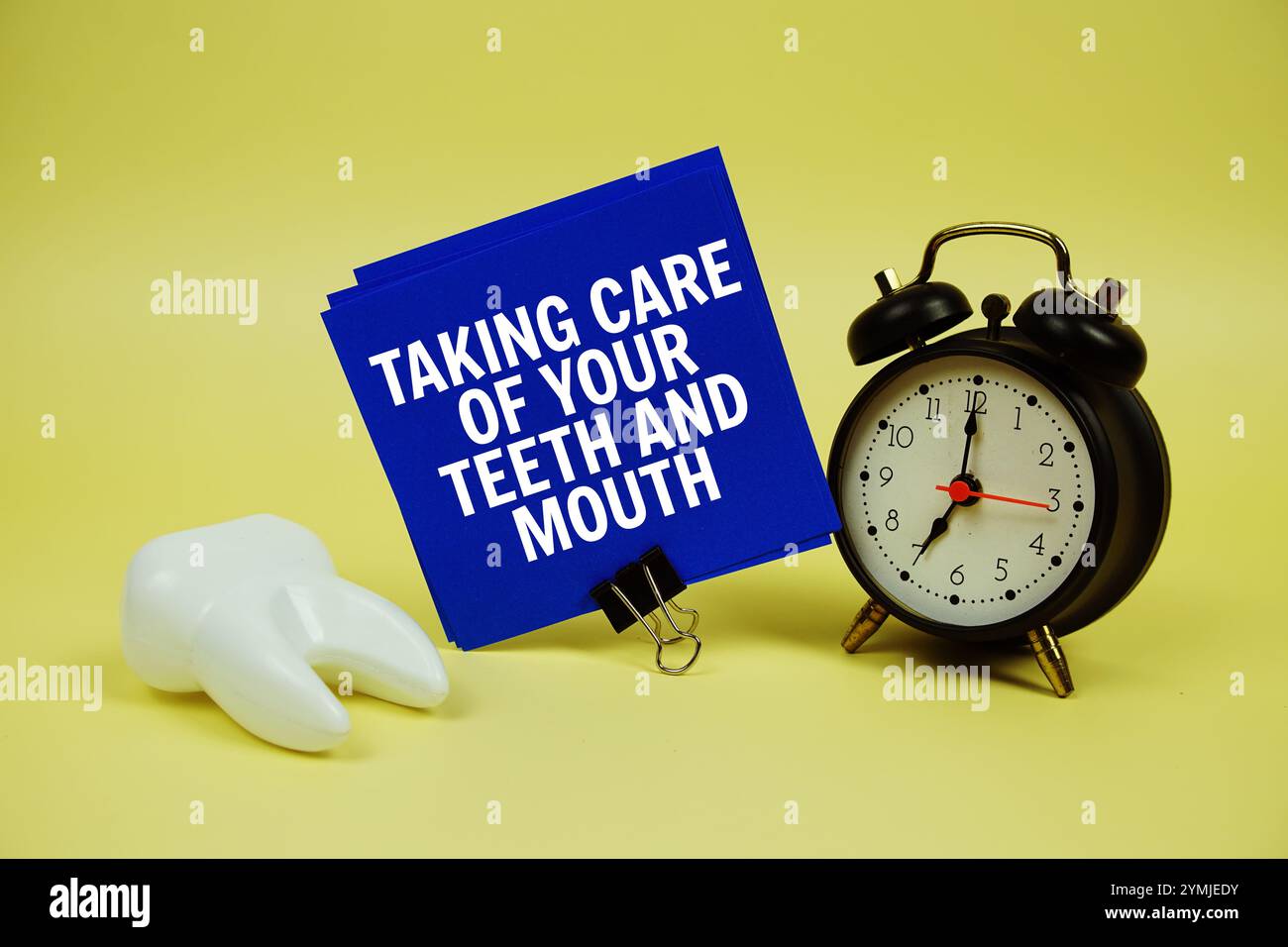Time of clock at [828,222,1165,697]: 7:00
